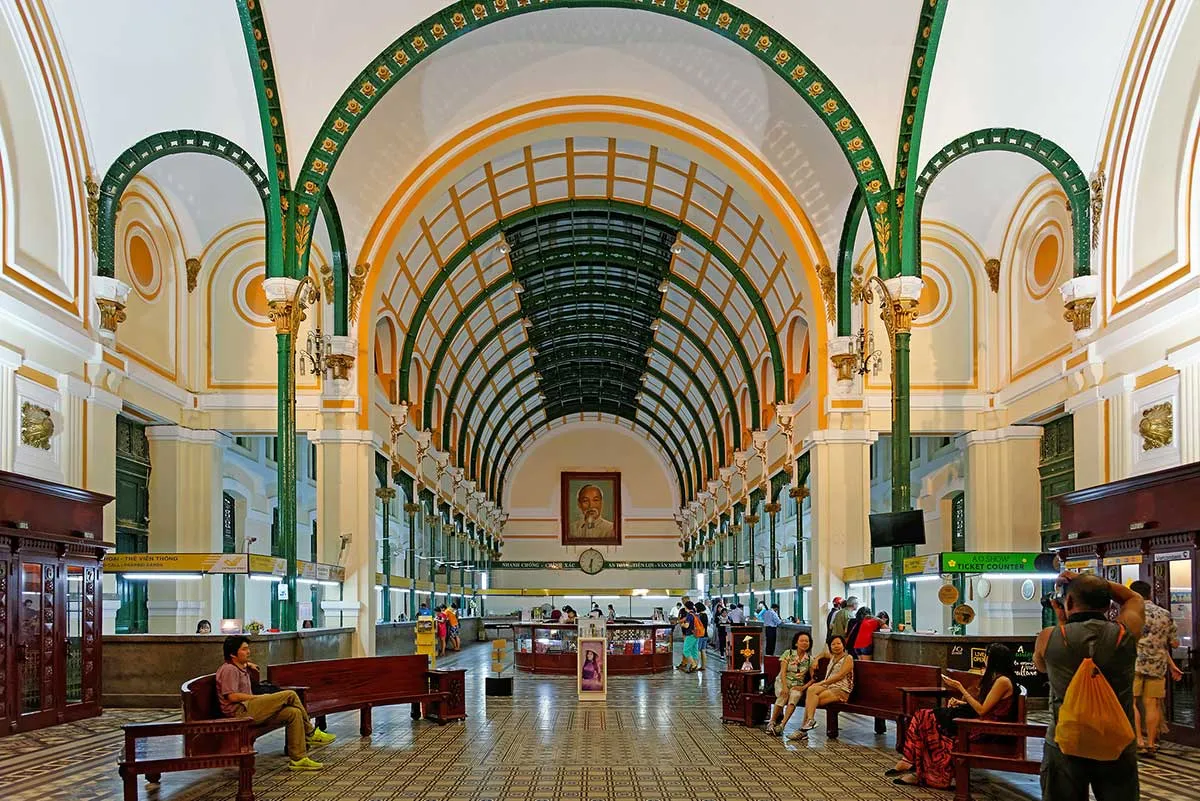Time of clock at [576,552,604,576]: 6:30
